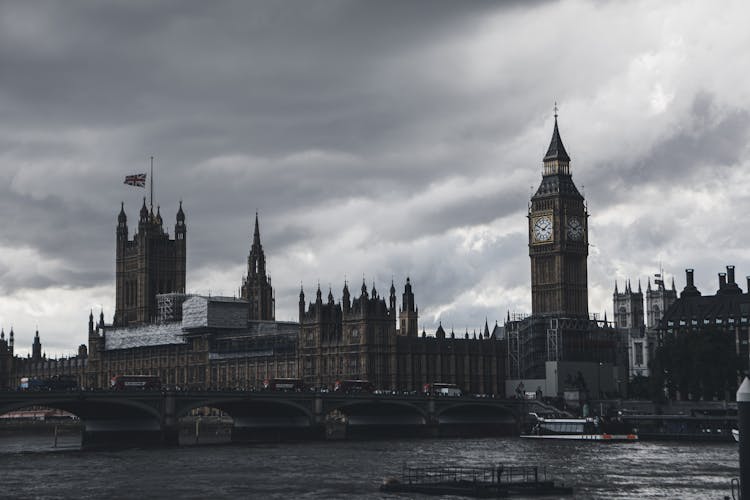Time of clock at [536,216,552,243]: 1:49
